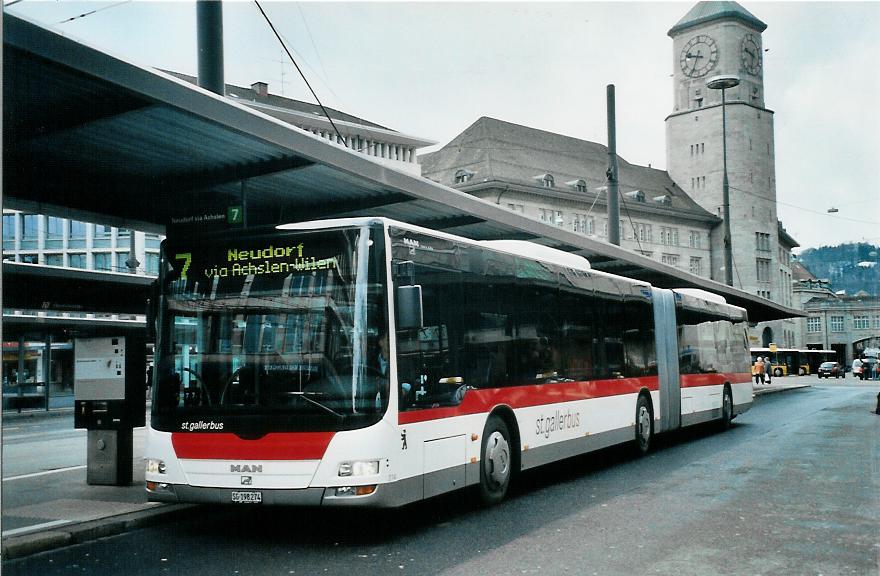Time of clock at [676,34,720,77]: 9:33
